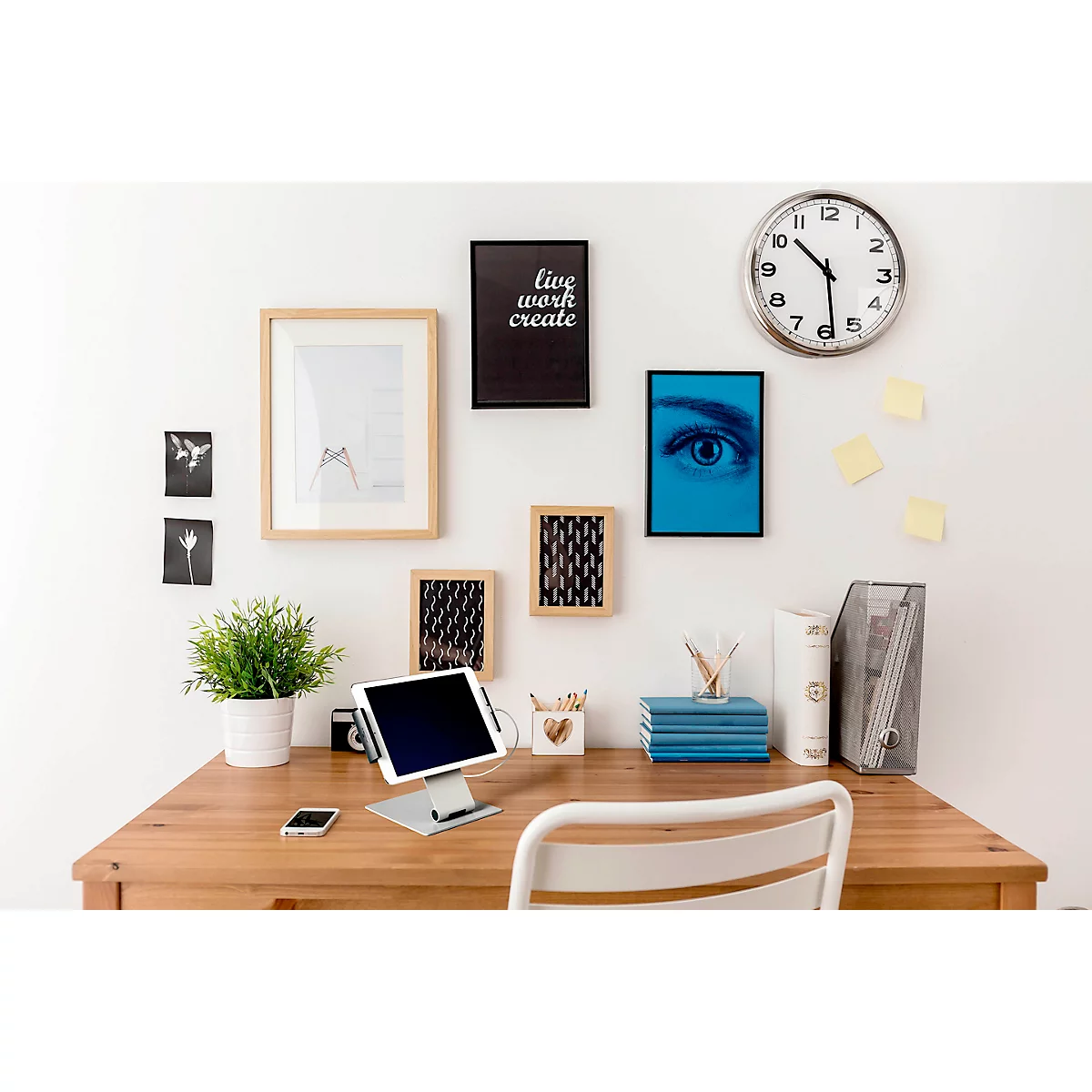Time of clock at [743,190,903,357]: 10:28
